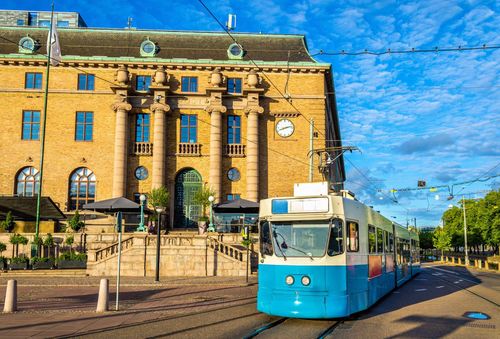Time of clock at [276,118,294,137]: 8:12
